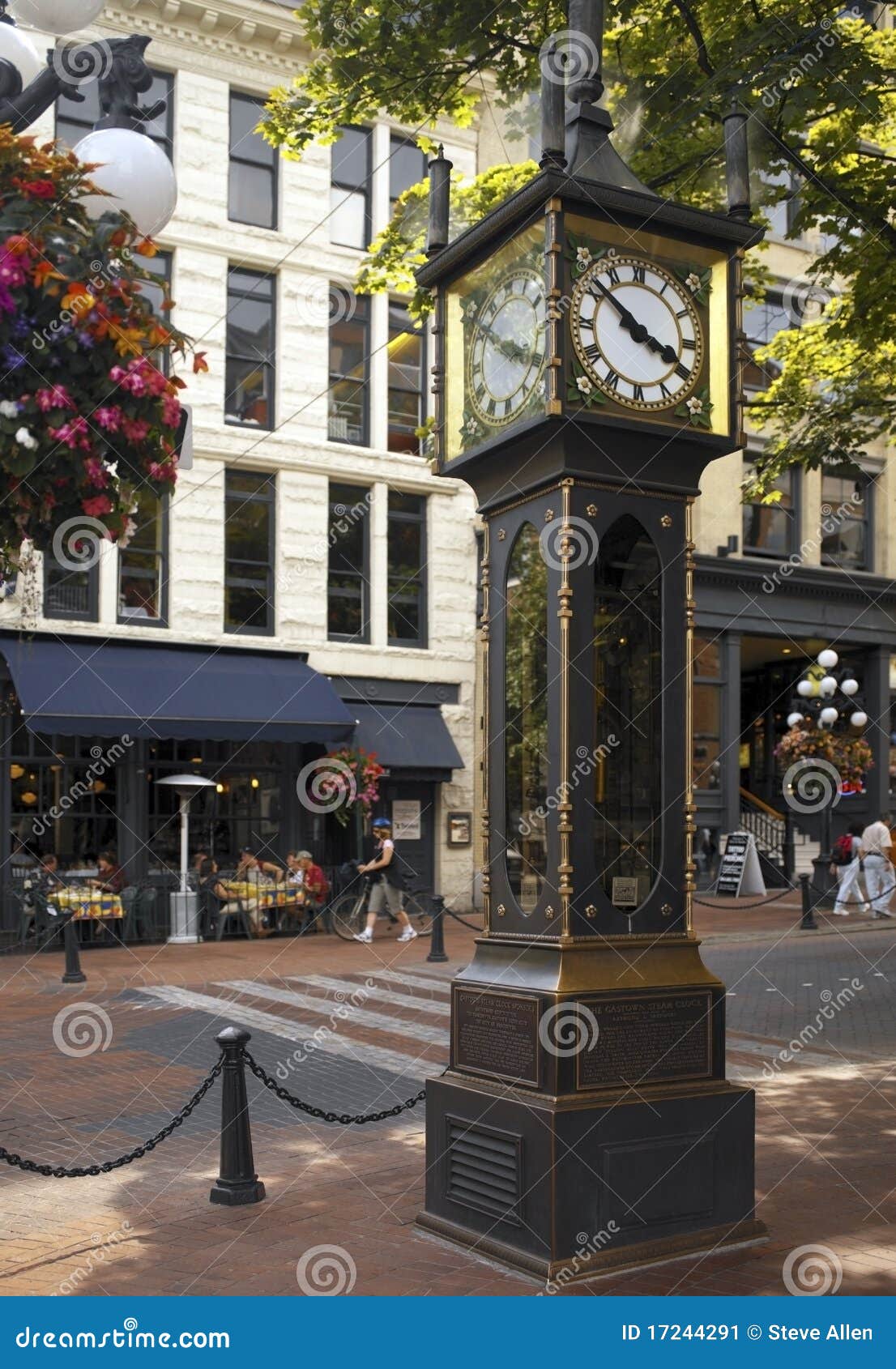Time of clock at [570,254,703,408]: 3:51
